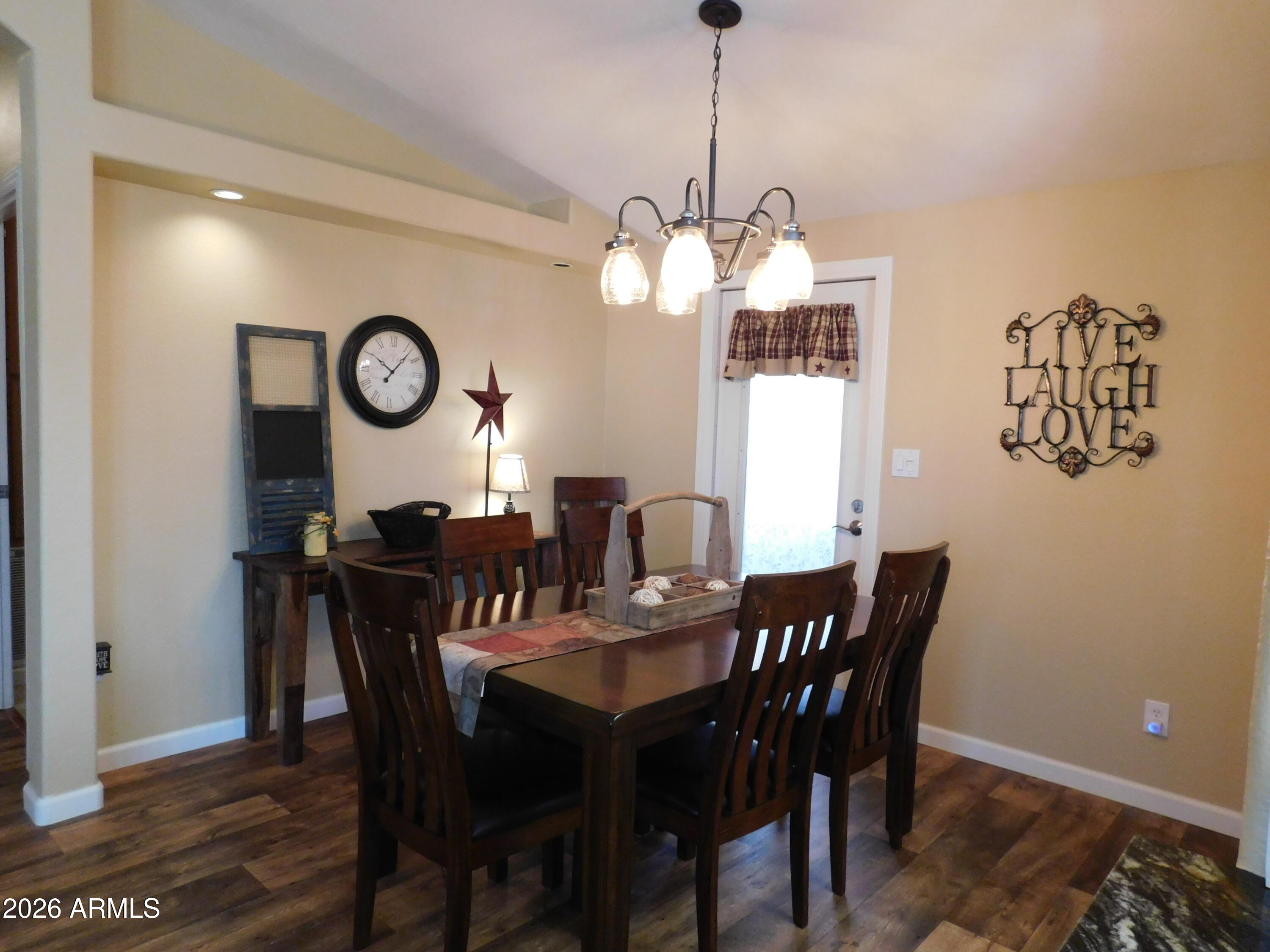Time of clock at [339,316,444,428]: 10:06
